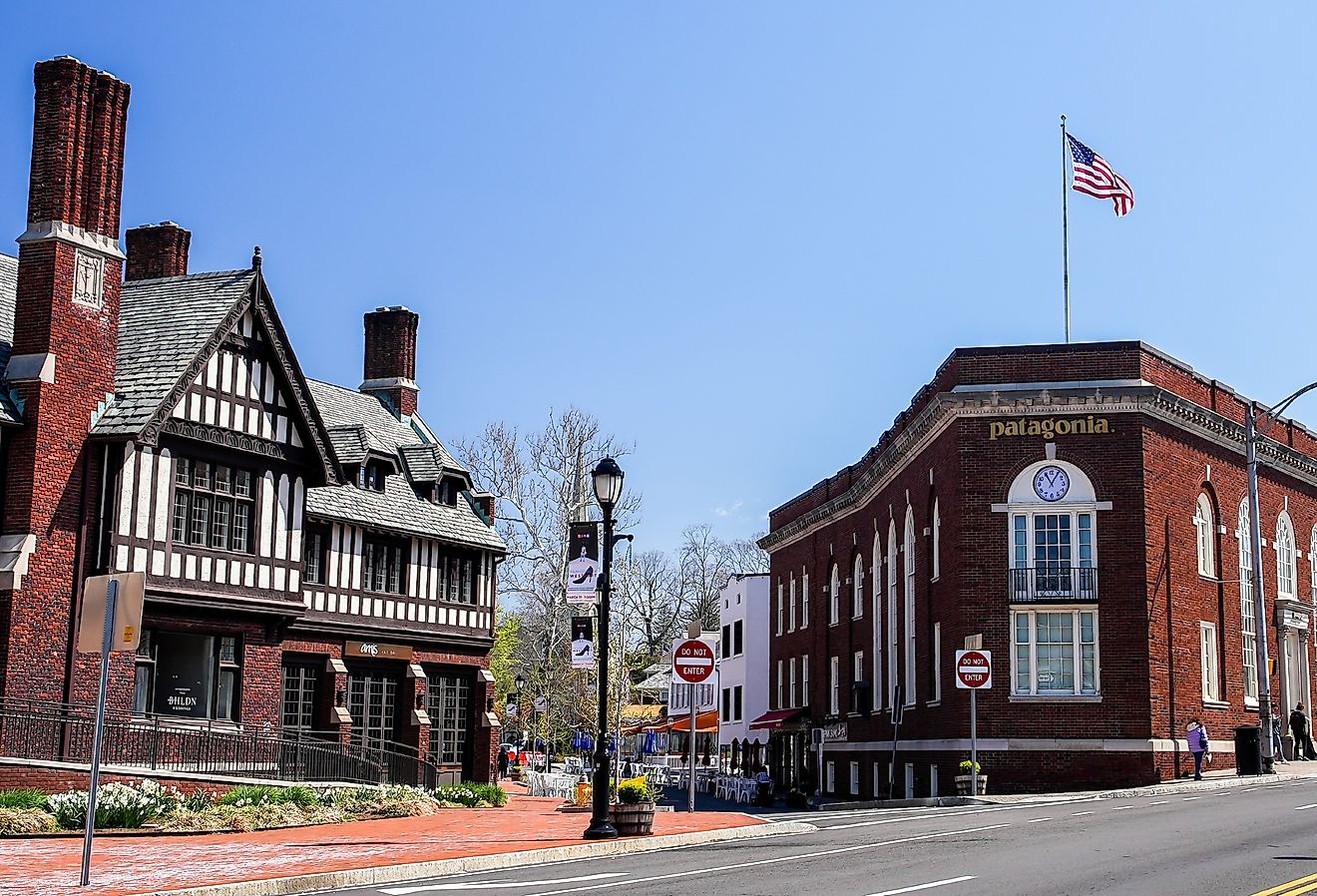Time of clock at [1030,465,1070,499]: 11:05
